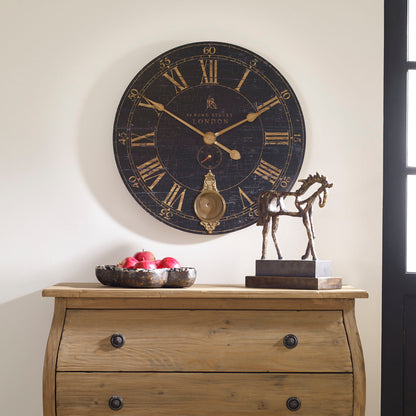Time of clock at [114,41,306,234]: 1:50
